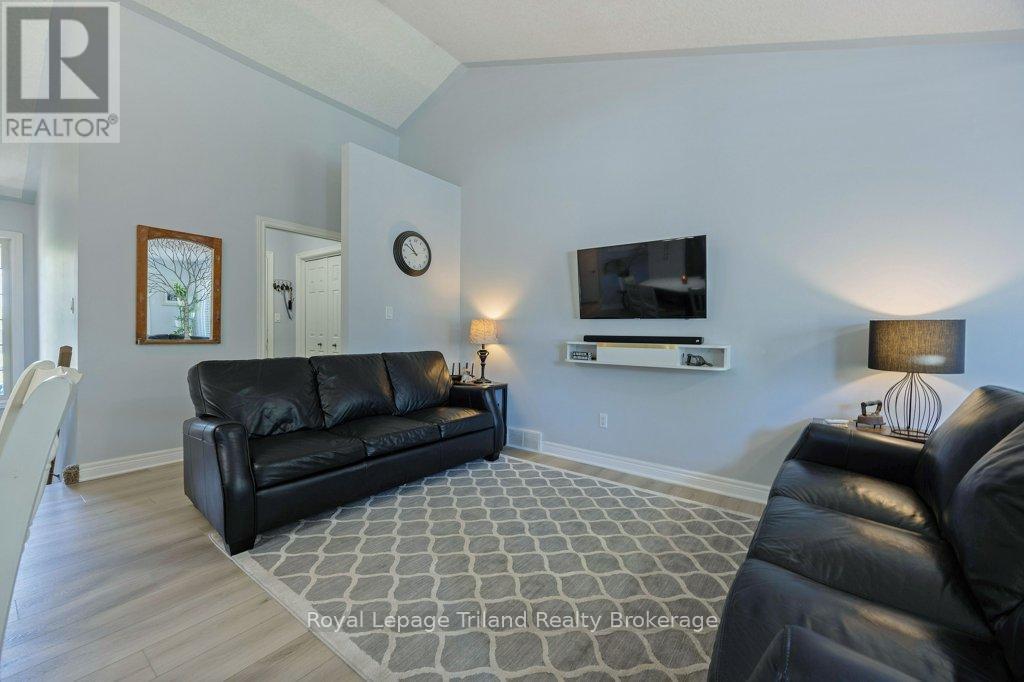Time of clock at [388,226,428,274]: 10:50
